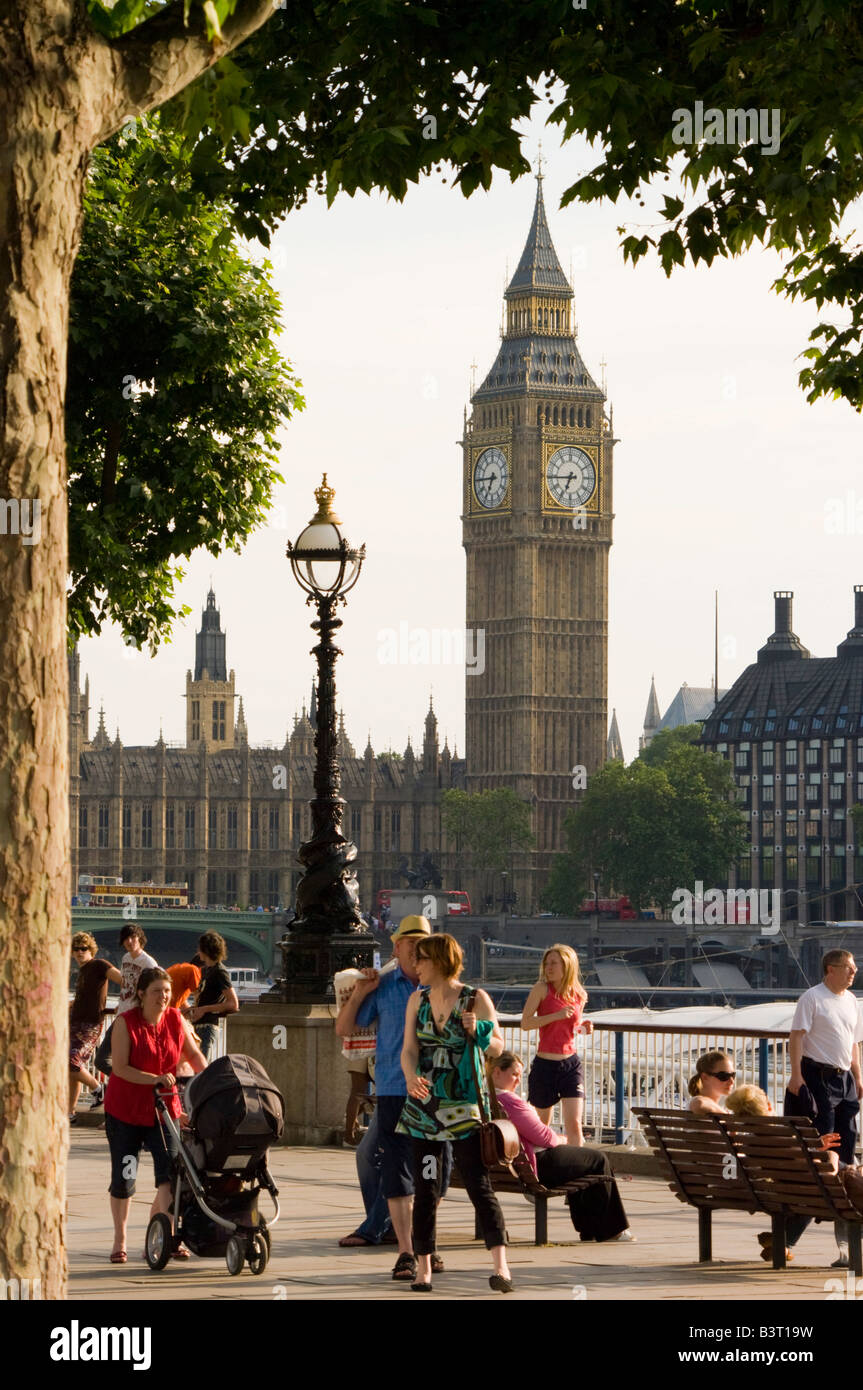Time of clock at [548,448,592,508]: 6:44
